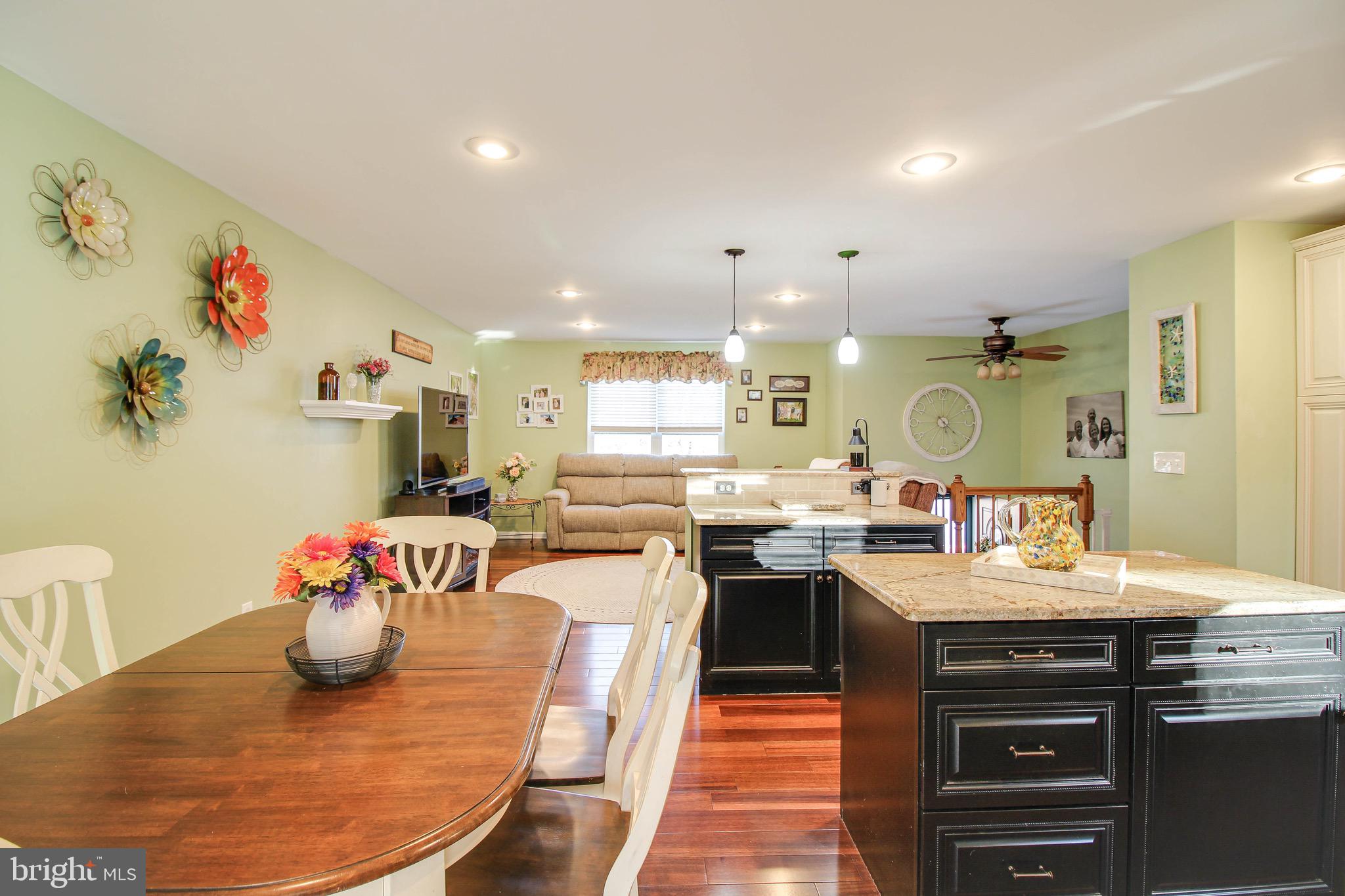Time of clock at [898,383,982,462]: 4:20
